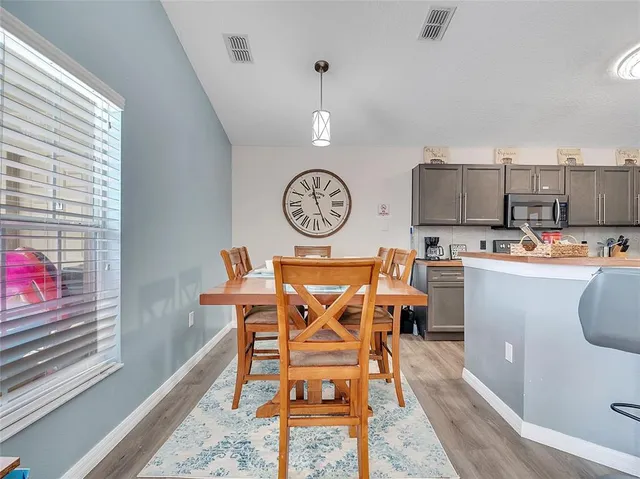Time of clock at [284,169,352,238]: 11:26
